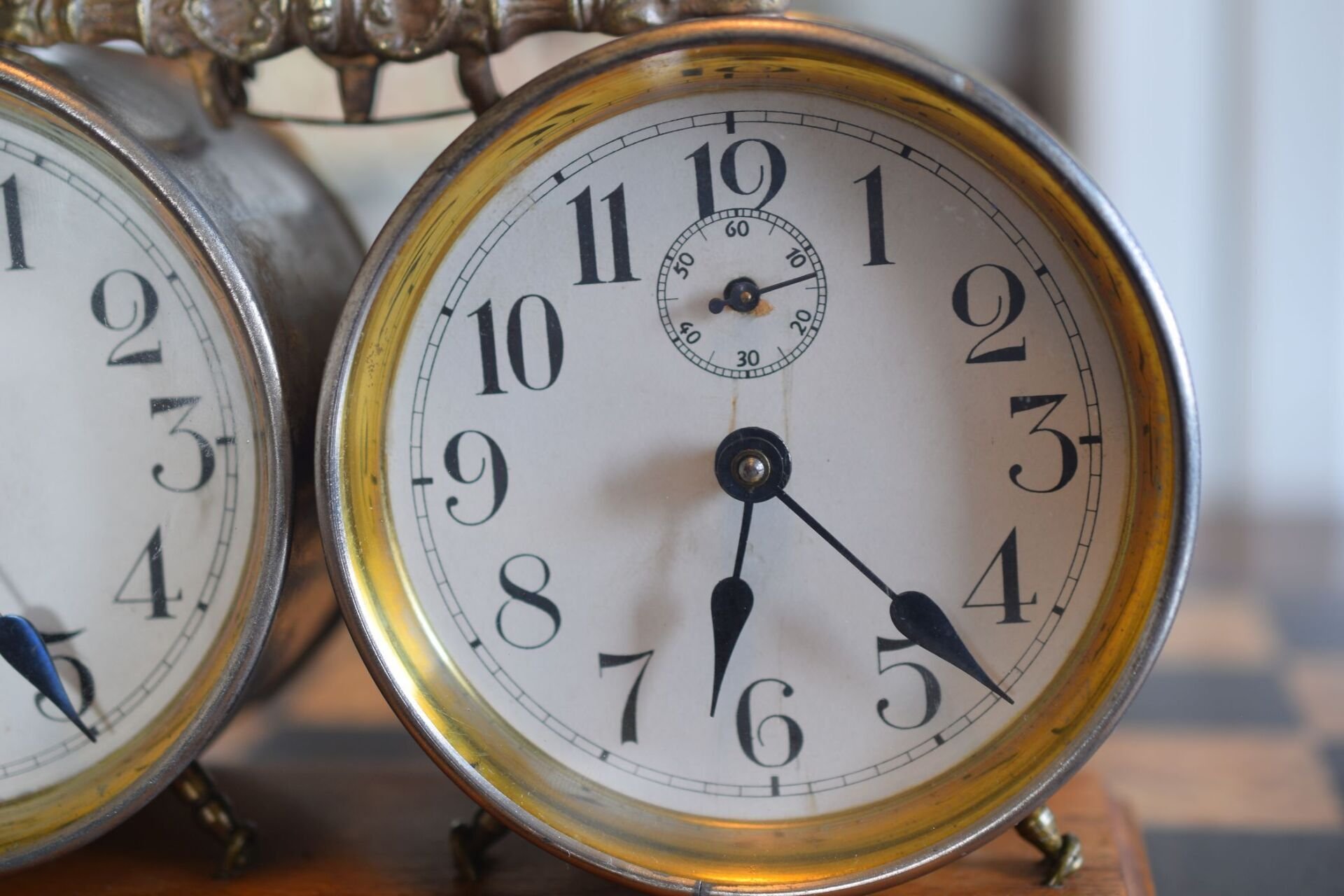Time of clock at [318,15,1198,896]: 6:22
